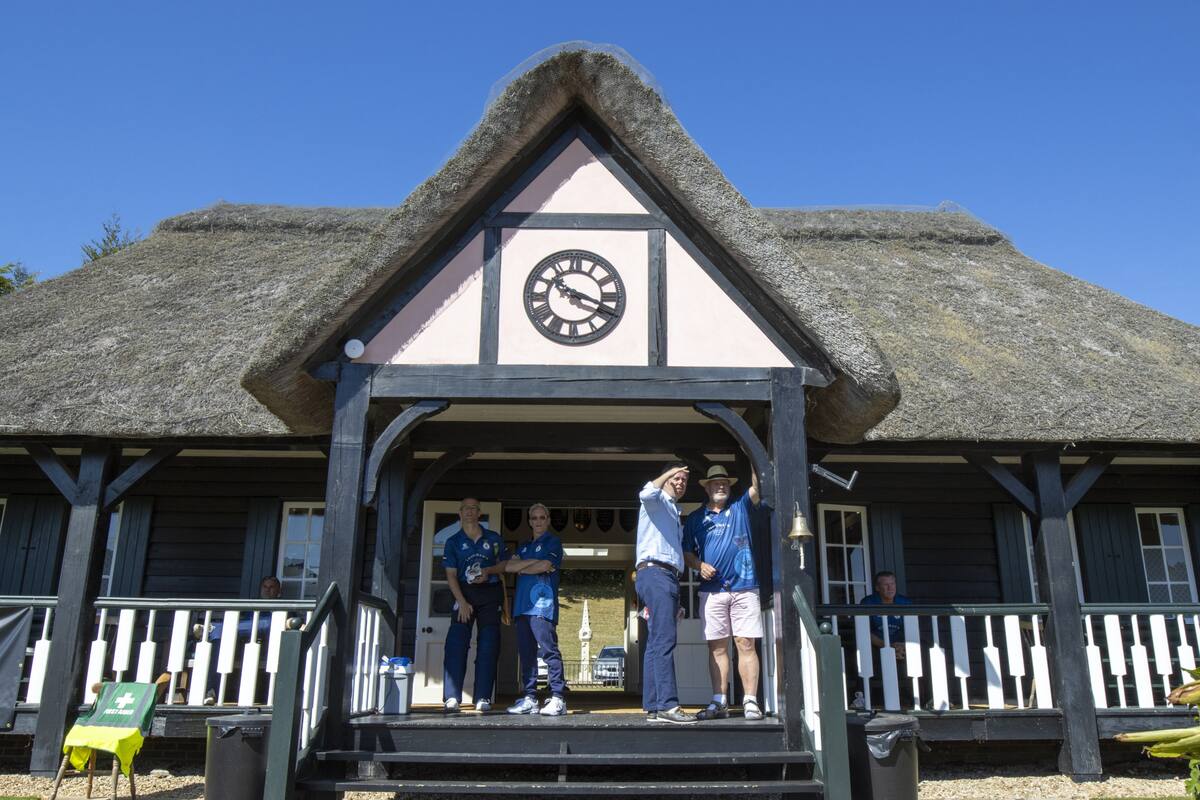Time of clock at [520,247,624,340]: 10:18
